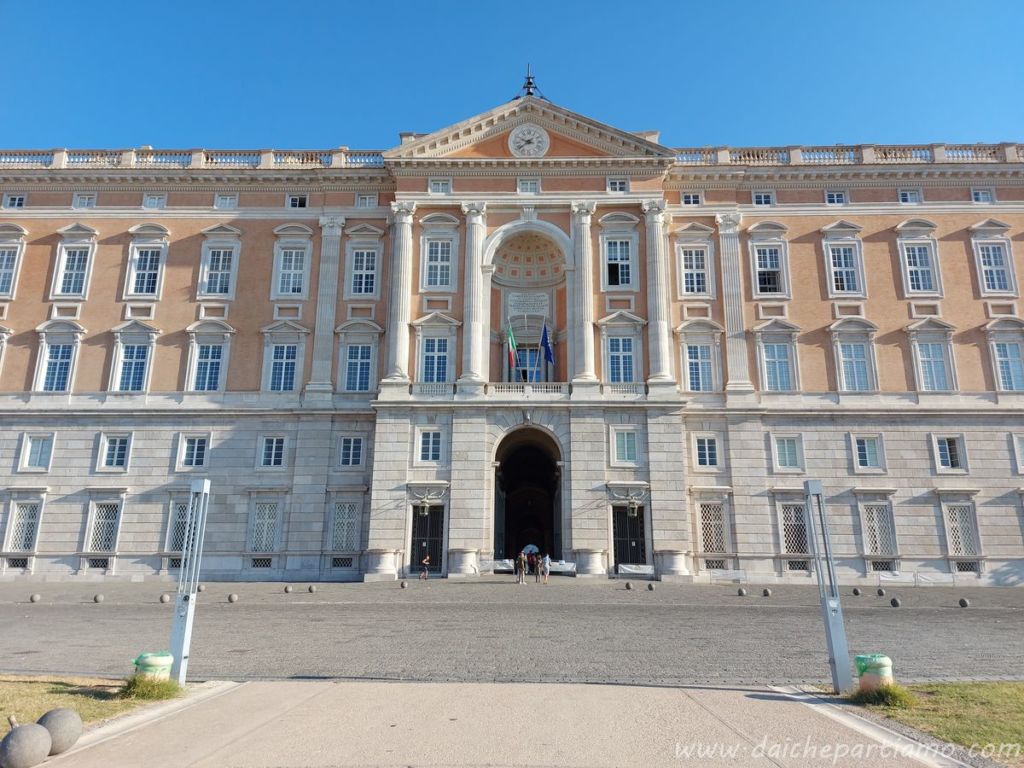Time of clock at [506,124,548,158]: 9:38
